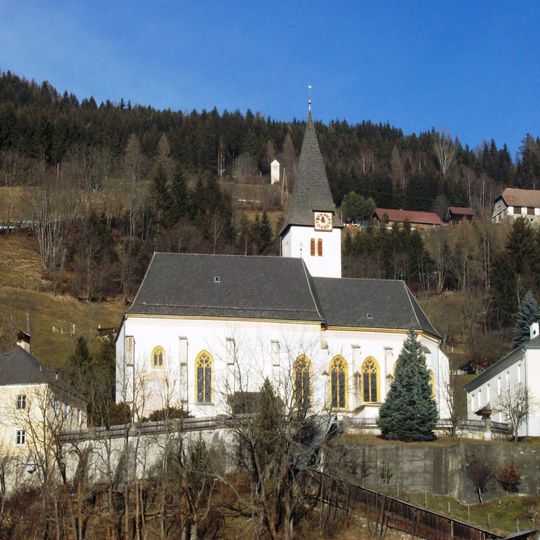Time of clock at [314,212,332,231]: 11:46
